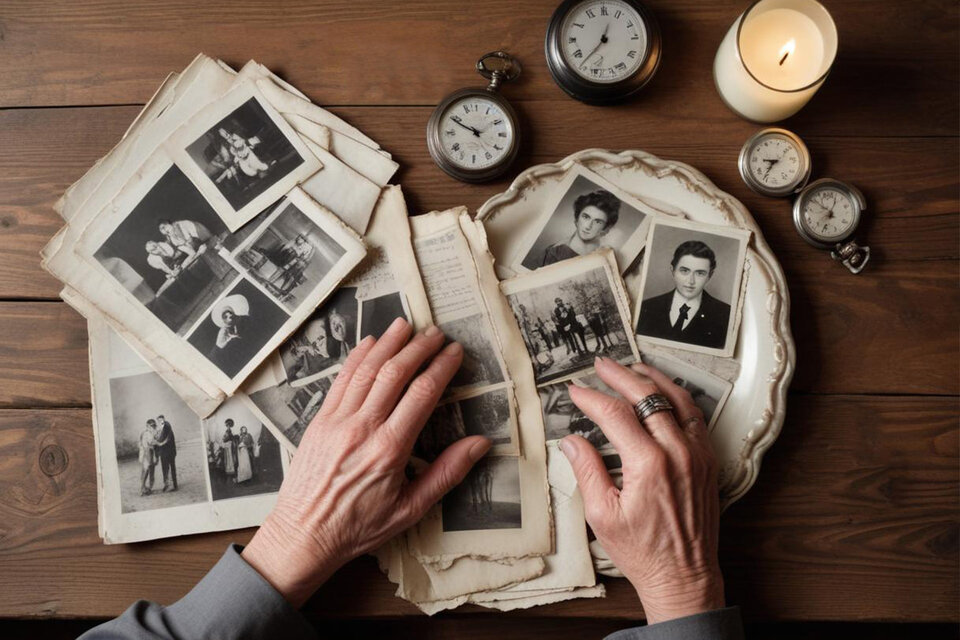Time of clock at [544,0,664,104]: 12:37
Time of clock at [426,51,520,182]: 9:49
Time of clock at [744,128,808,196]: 8:36
